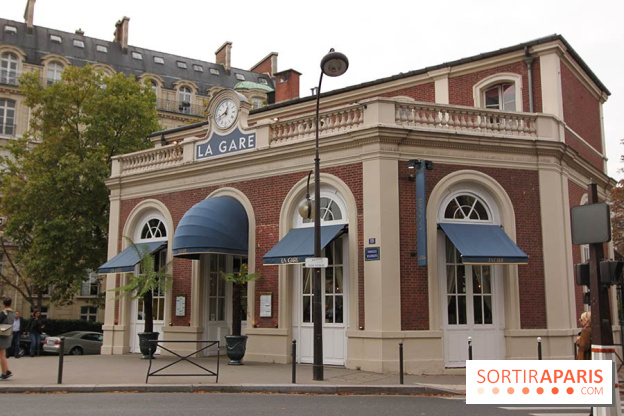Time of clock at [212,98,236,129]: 12:41
